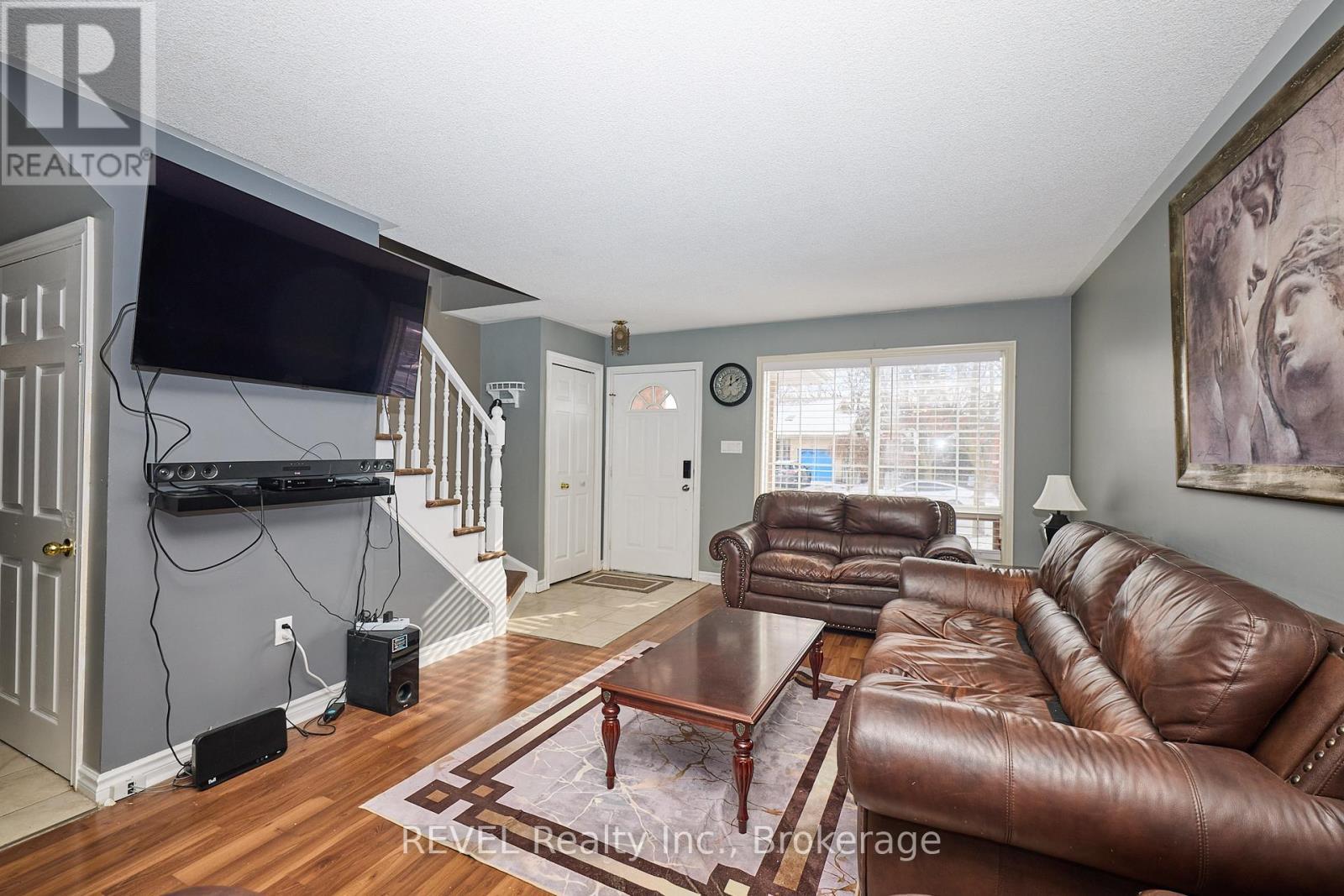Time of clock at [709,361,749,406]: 12:09
